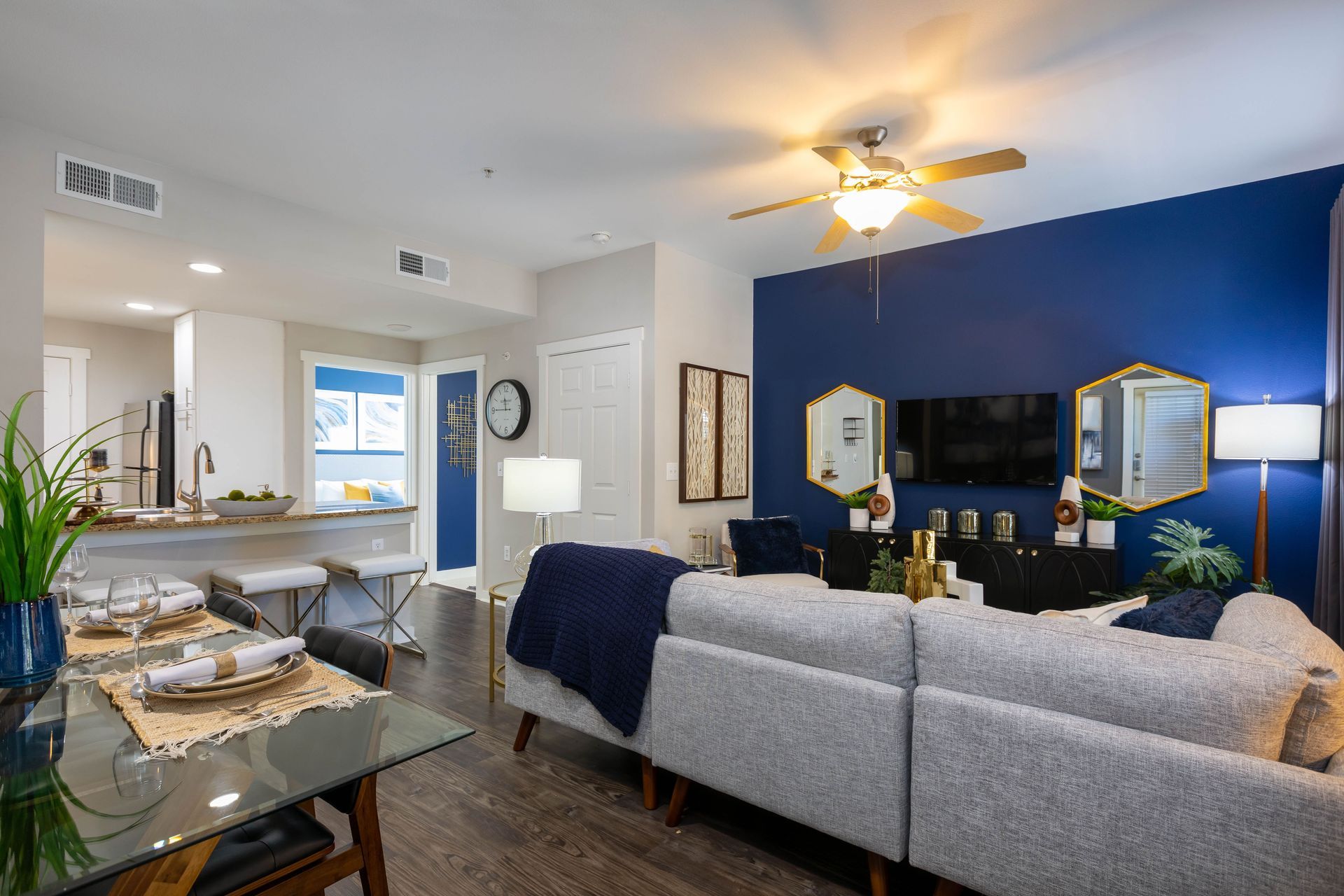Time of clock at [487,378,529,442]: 11:45
